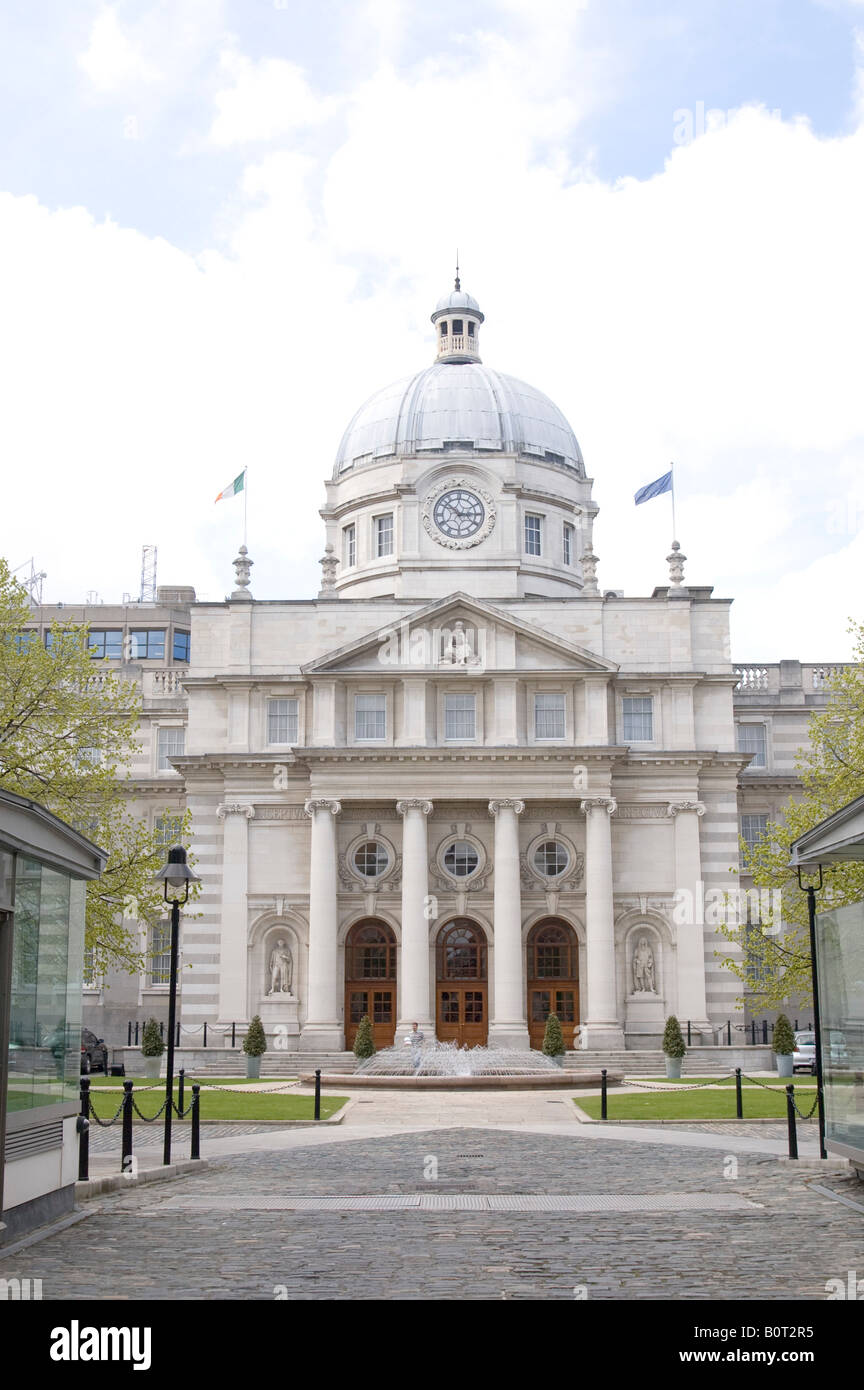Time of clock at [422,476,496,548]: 2:52
